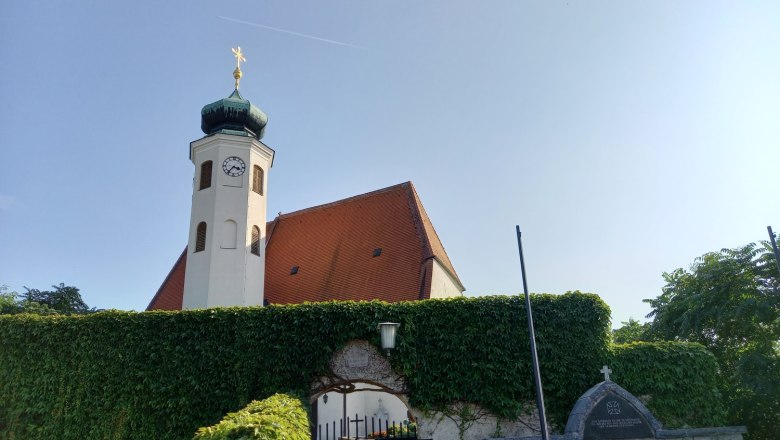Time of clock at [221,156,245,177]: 3:36
